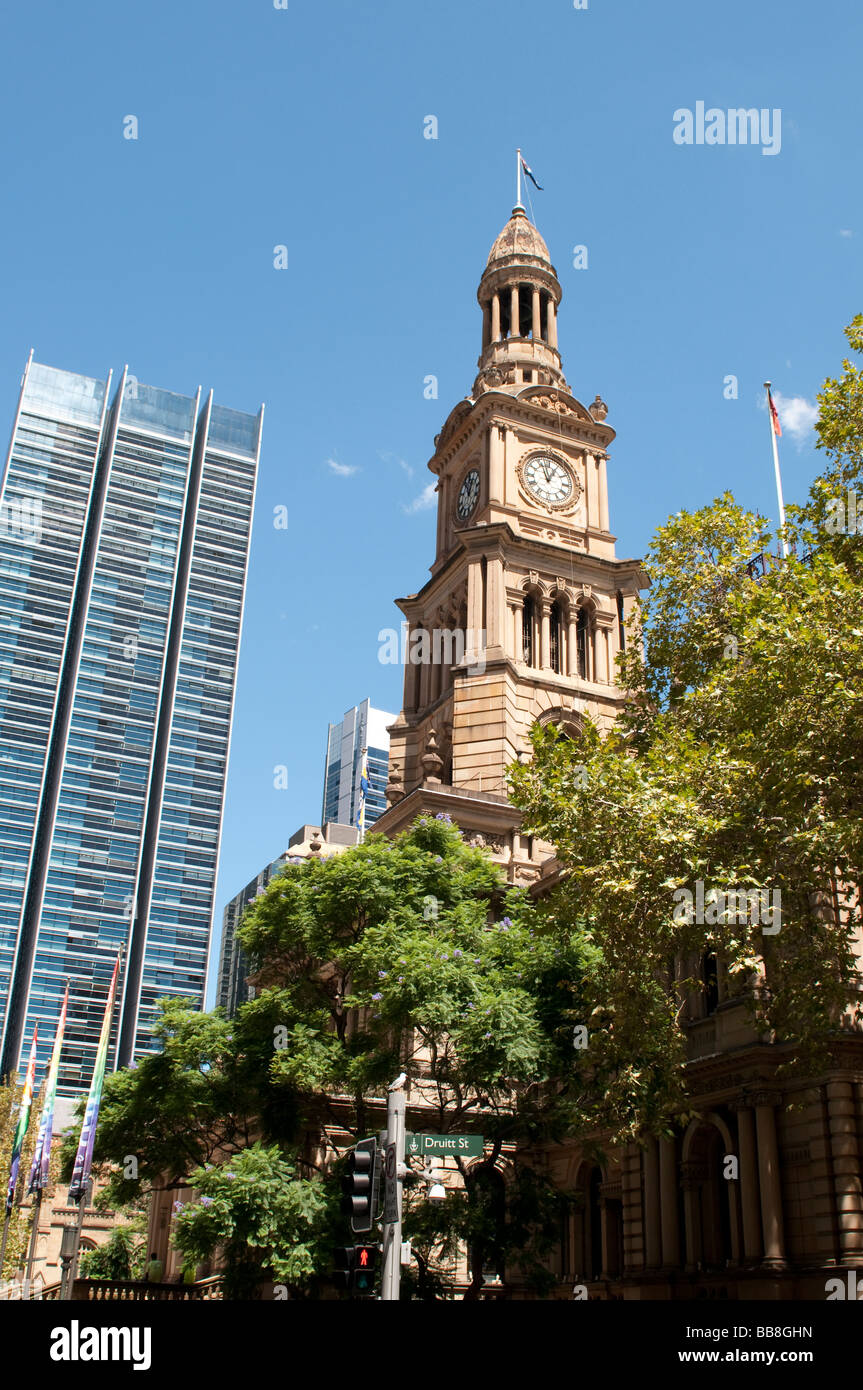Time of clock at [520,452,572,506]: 12:57
